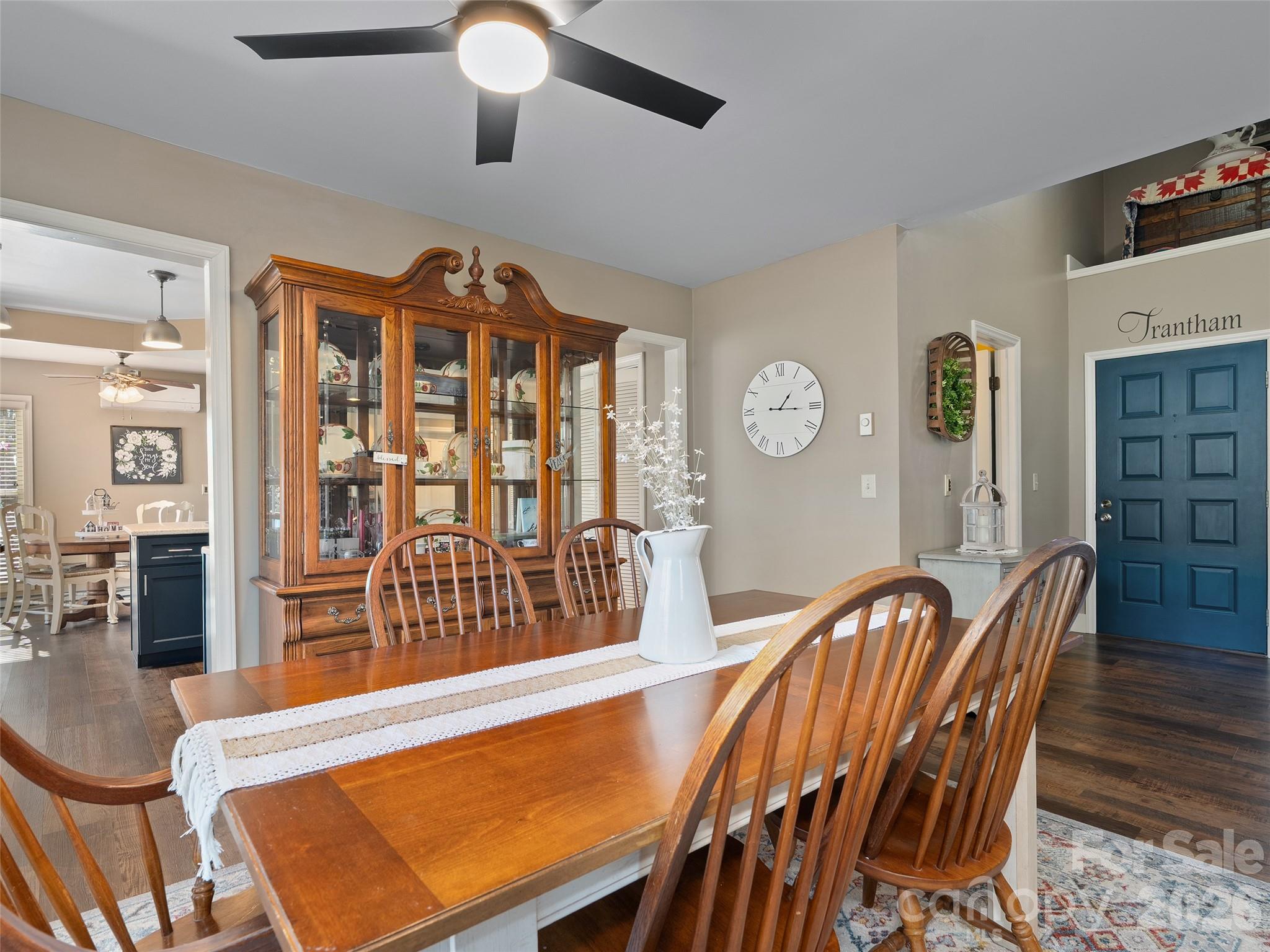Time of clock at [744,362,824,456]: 1:15
